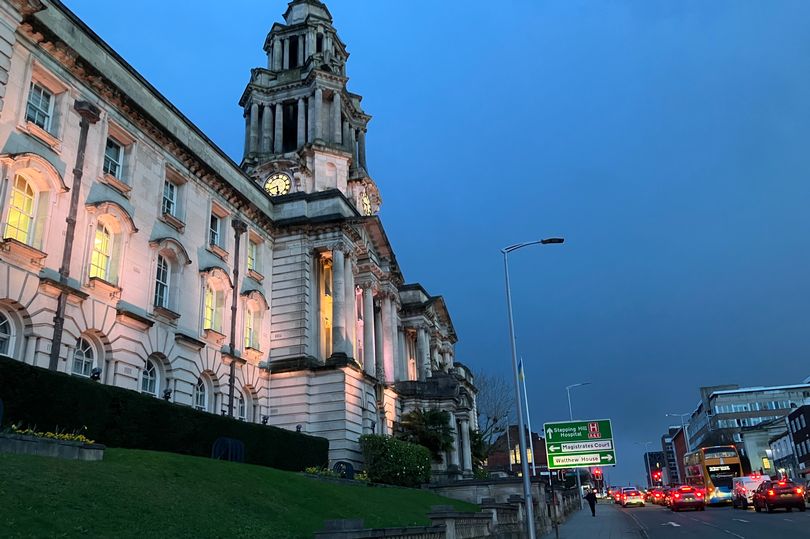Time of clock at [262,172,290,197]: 5:42
